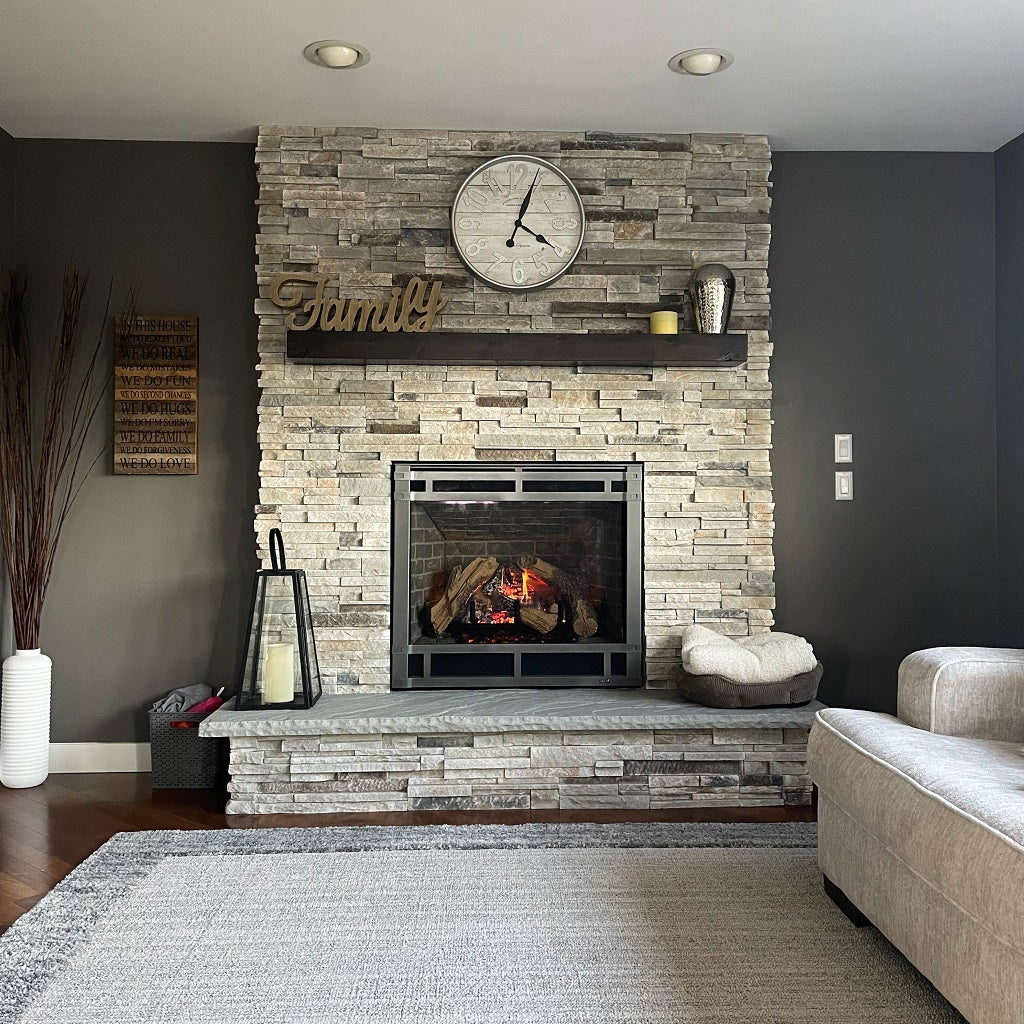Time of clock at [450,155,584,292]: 4:03
